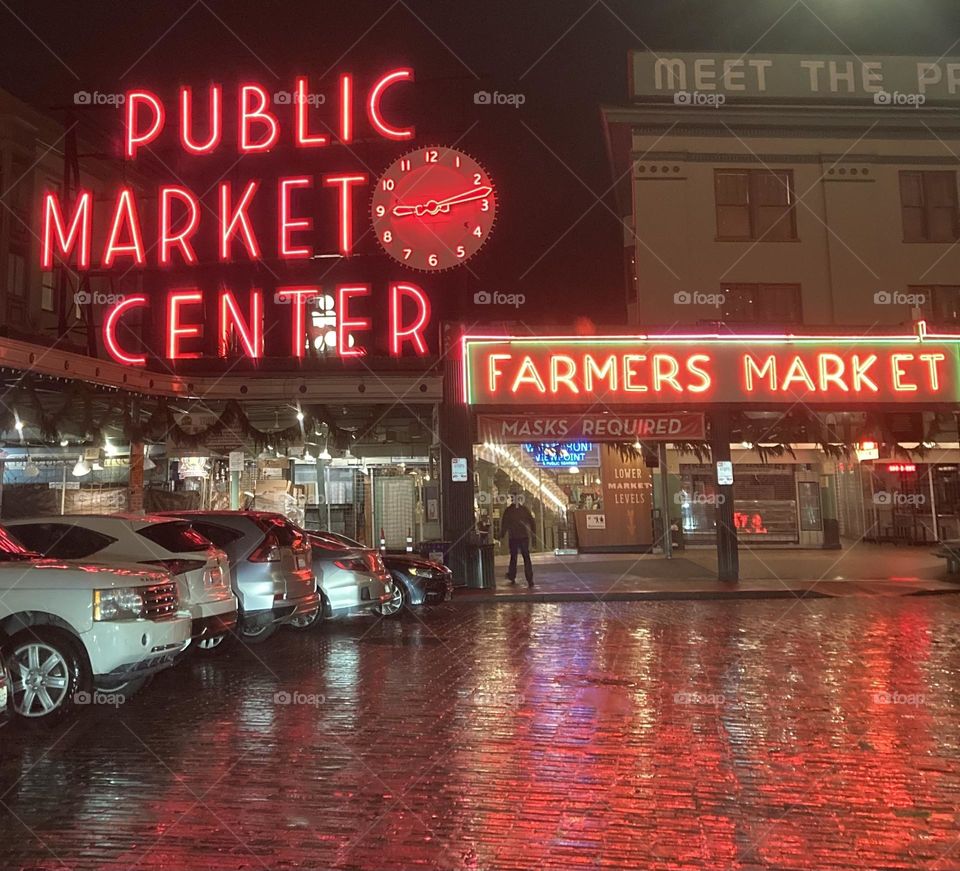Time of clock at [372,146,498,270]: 9:12
